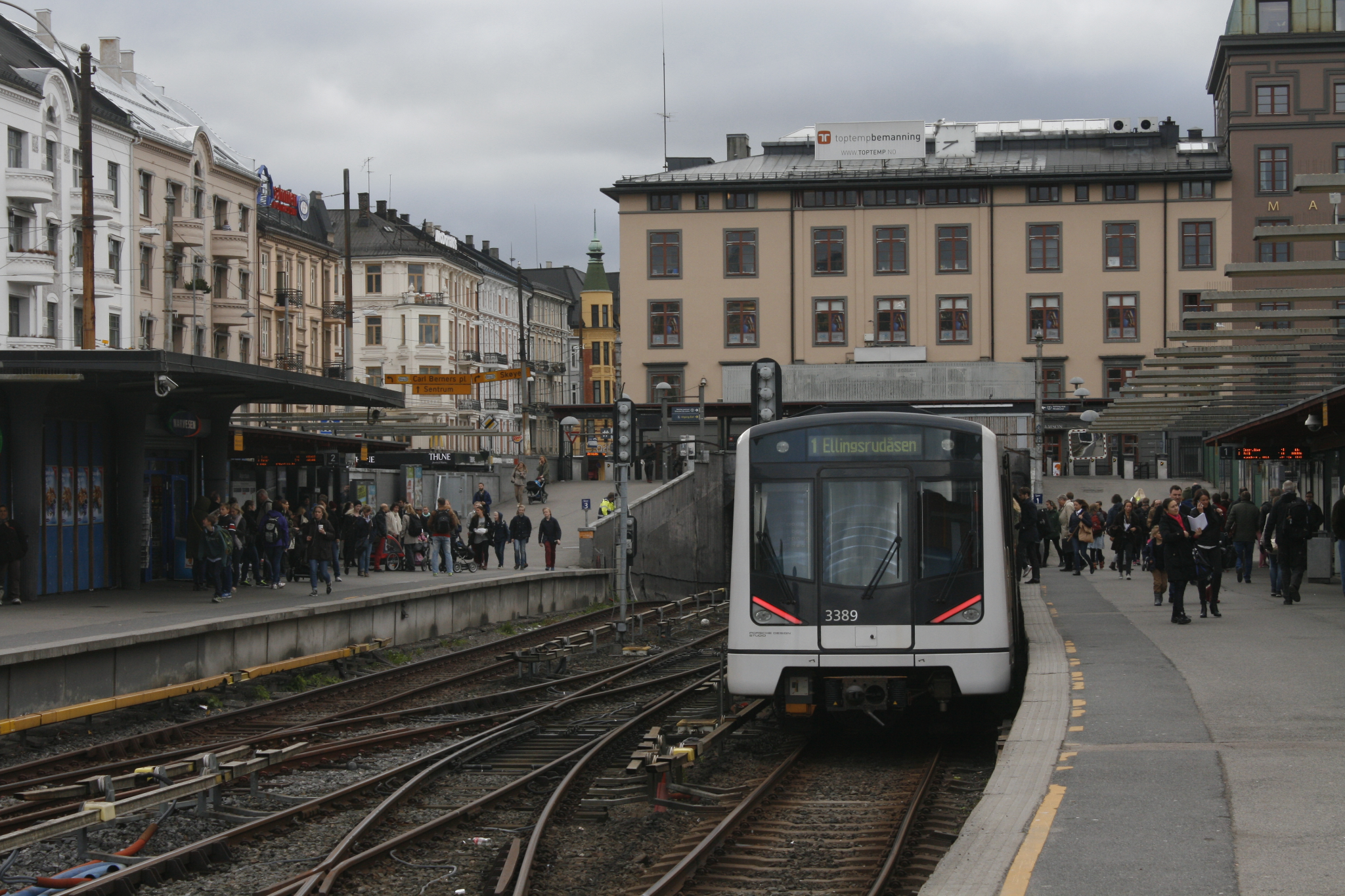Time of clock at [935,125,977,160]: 8:39
